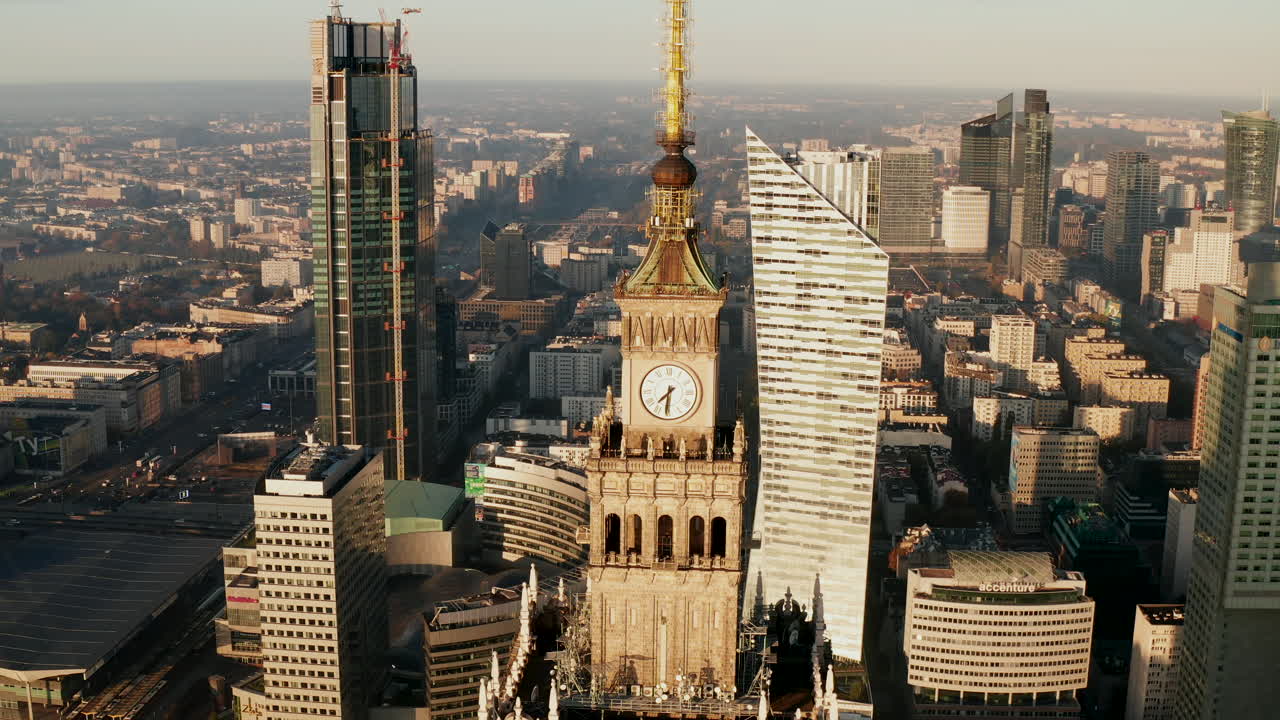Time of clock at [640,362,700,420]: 7:31
